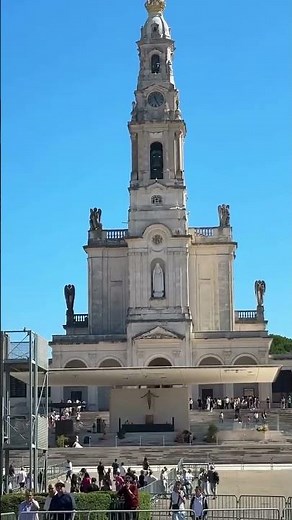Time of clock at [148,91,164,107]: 11:25
